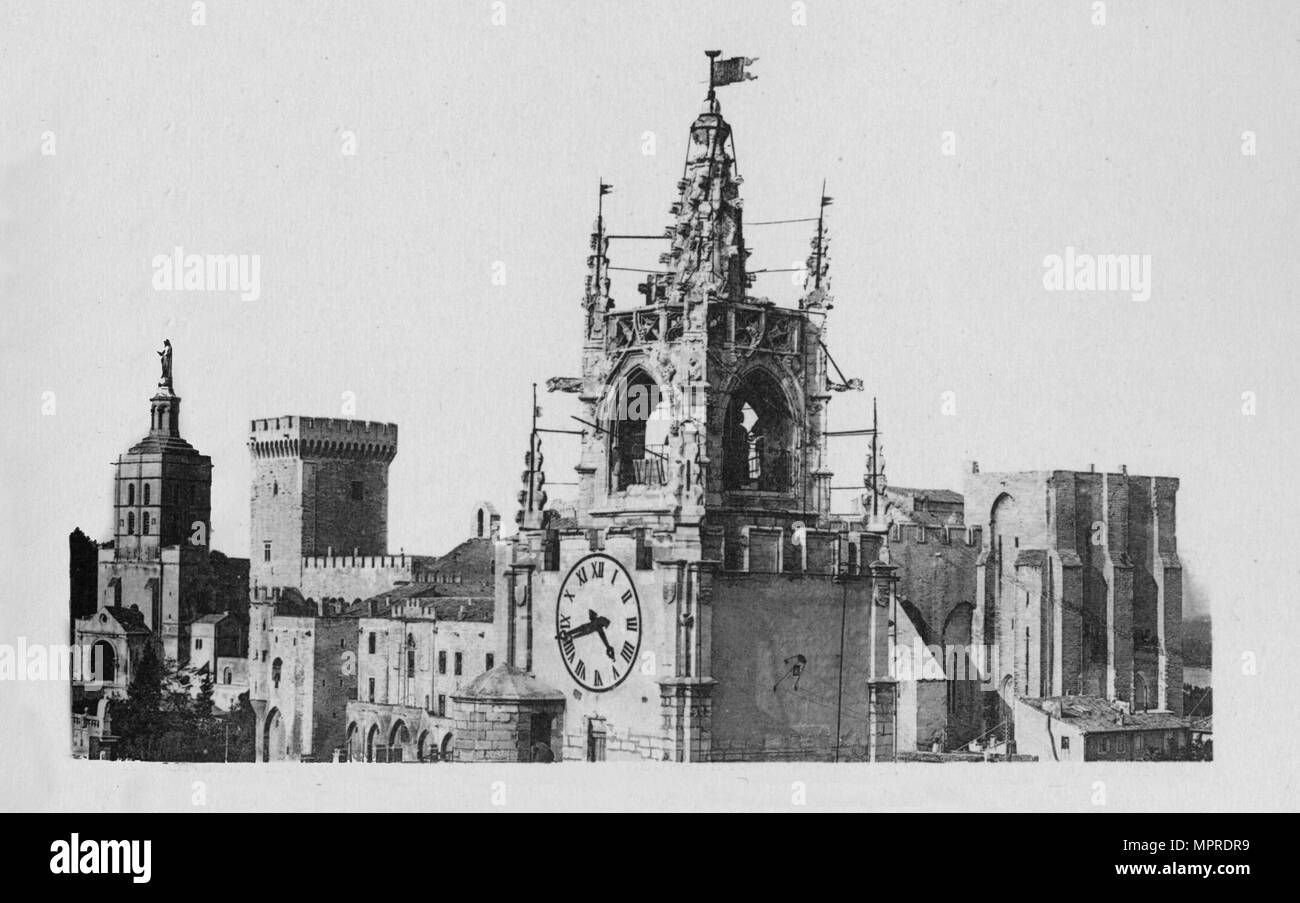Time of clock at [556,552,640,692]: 4:42
